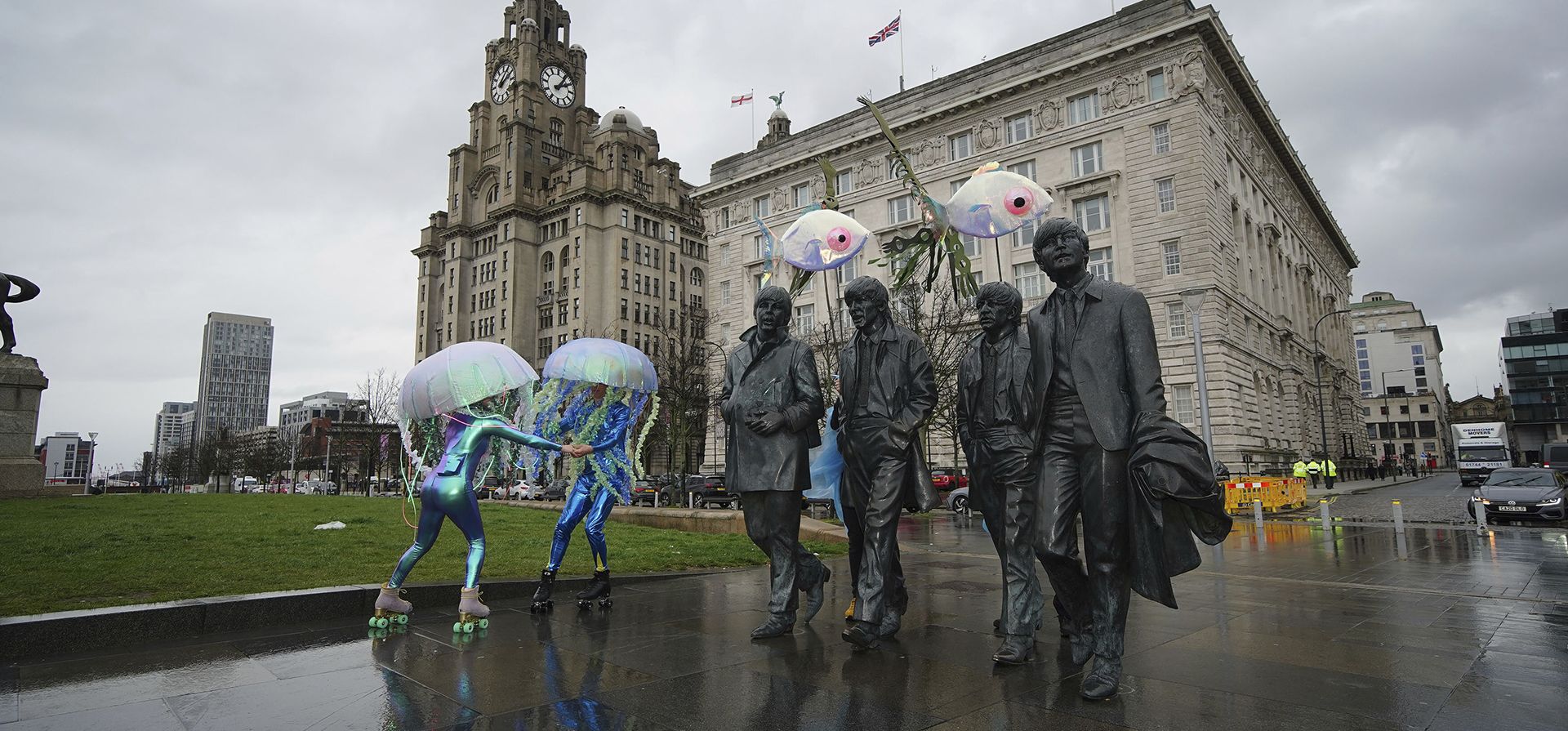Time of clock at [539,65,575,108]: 2:06
